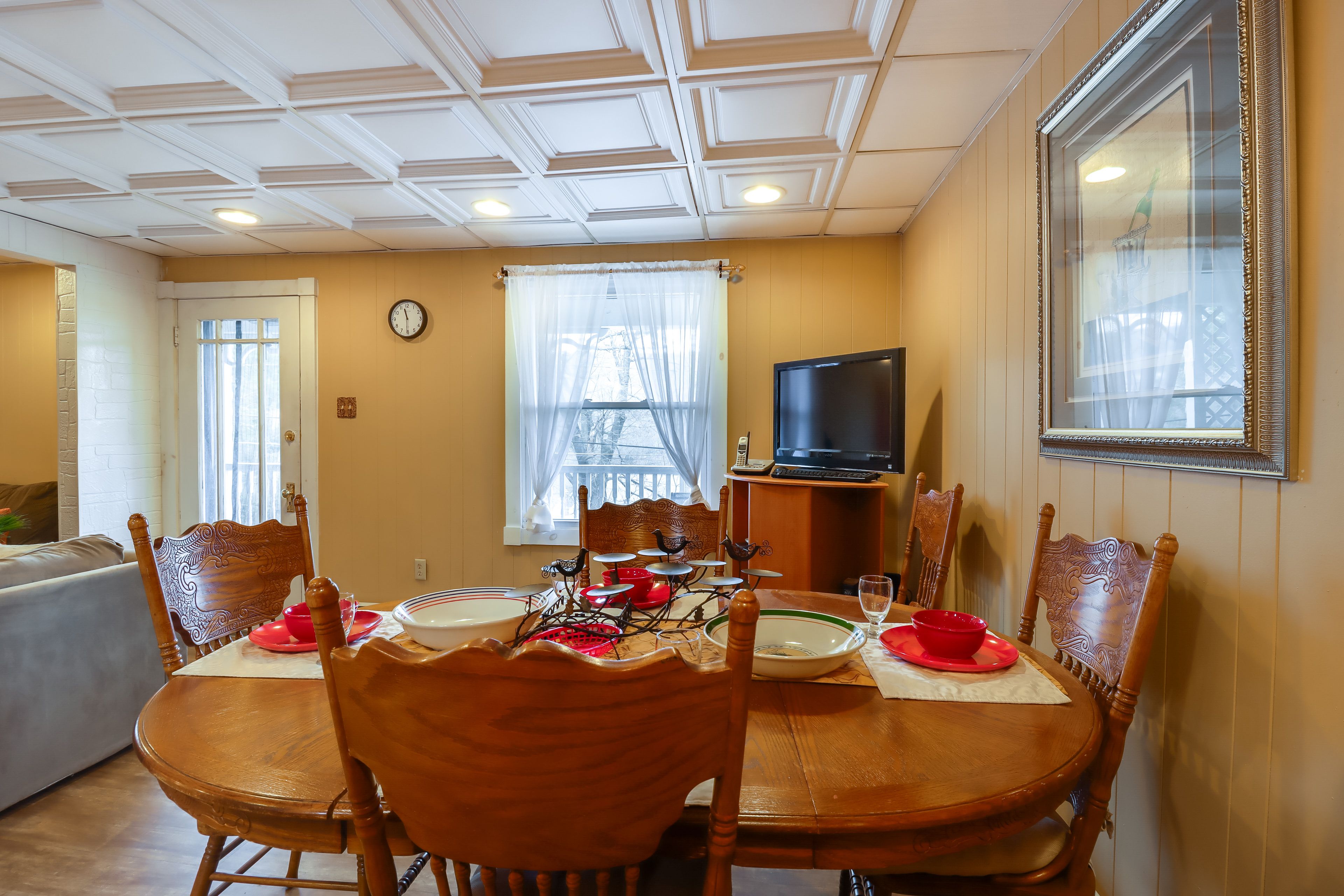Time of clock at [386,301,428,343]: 11:30
